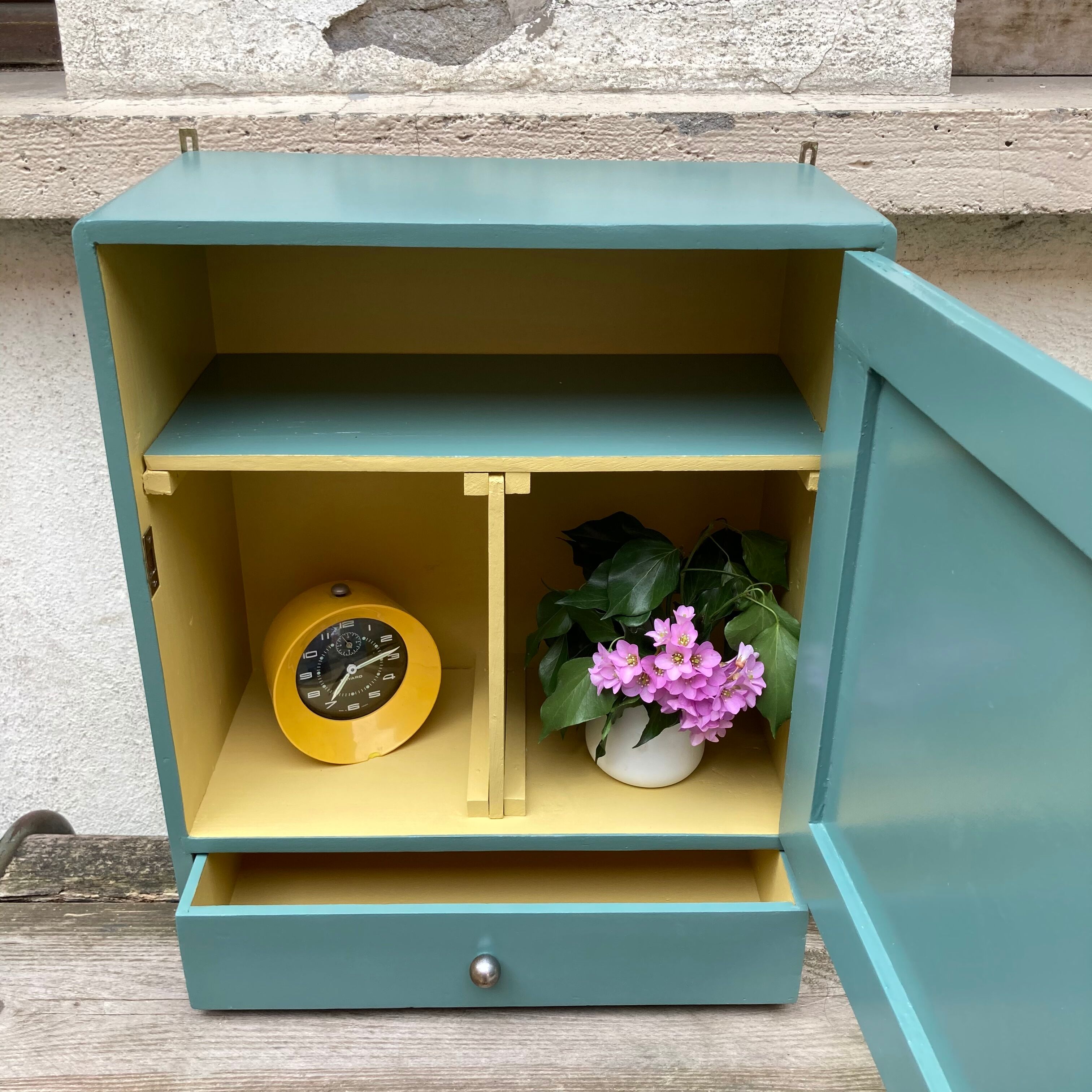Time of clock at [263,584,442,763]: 7:12
